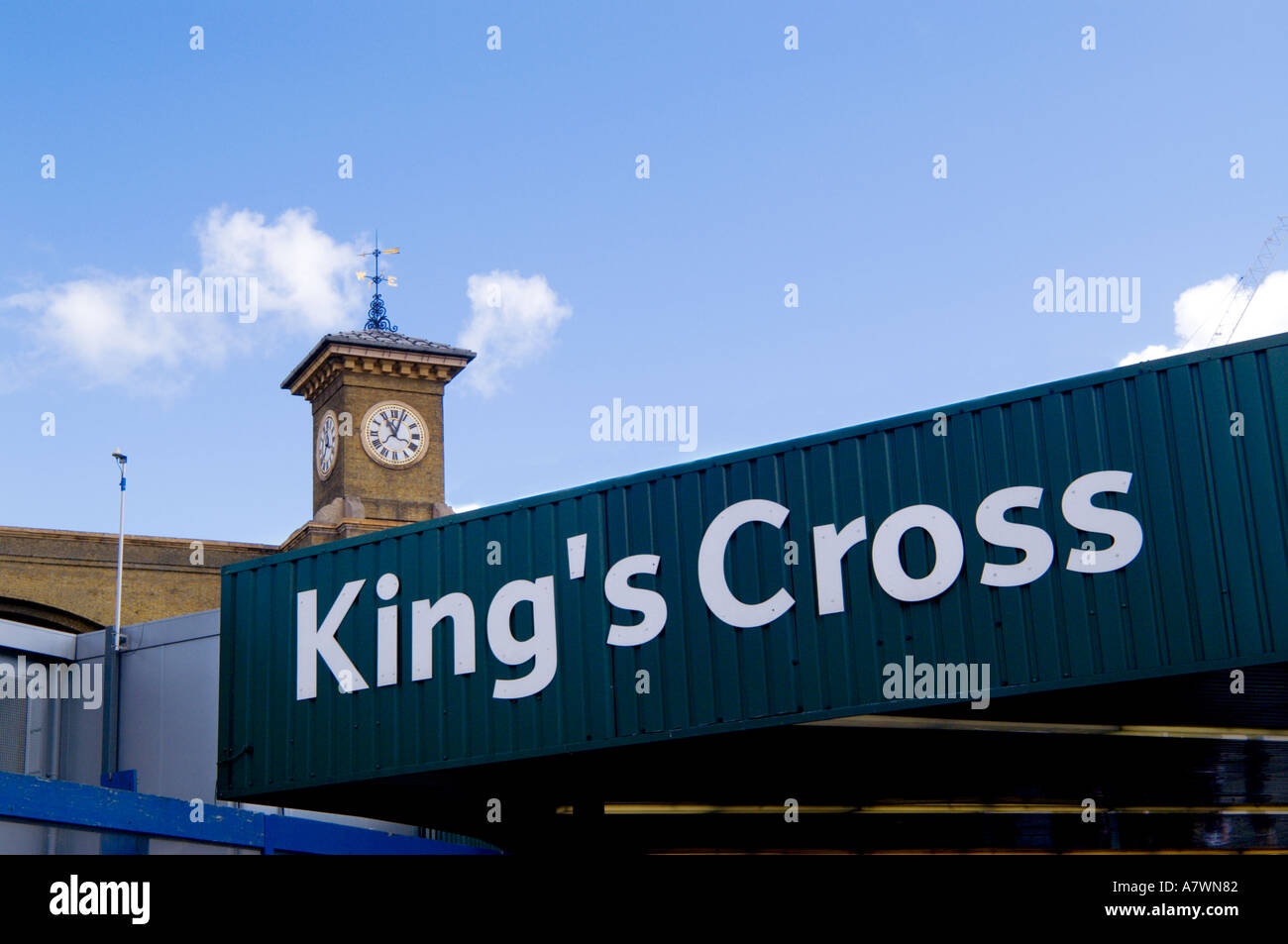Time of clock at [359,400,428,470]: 11:03
